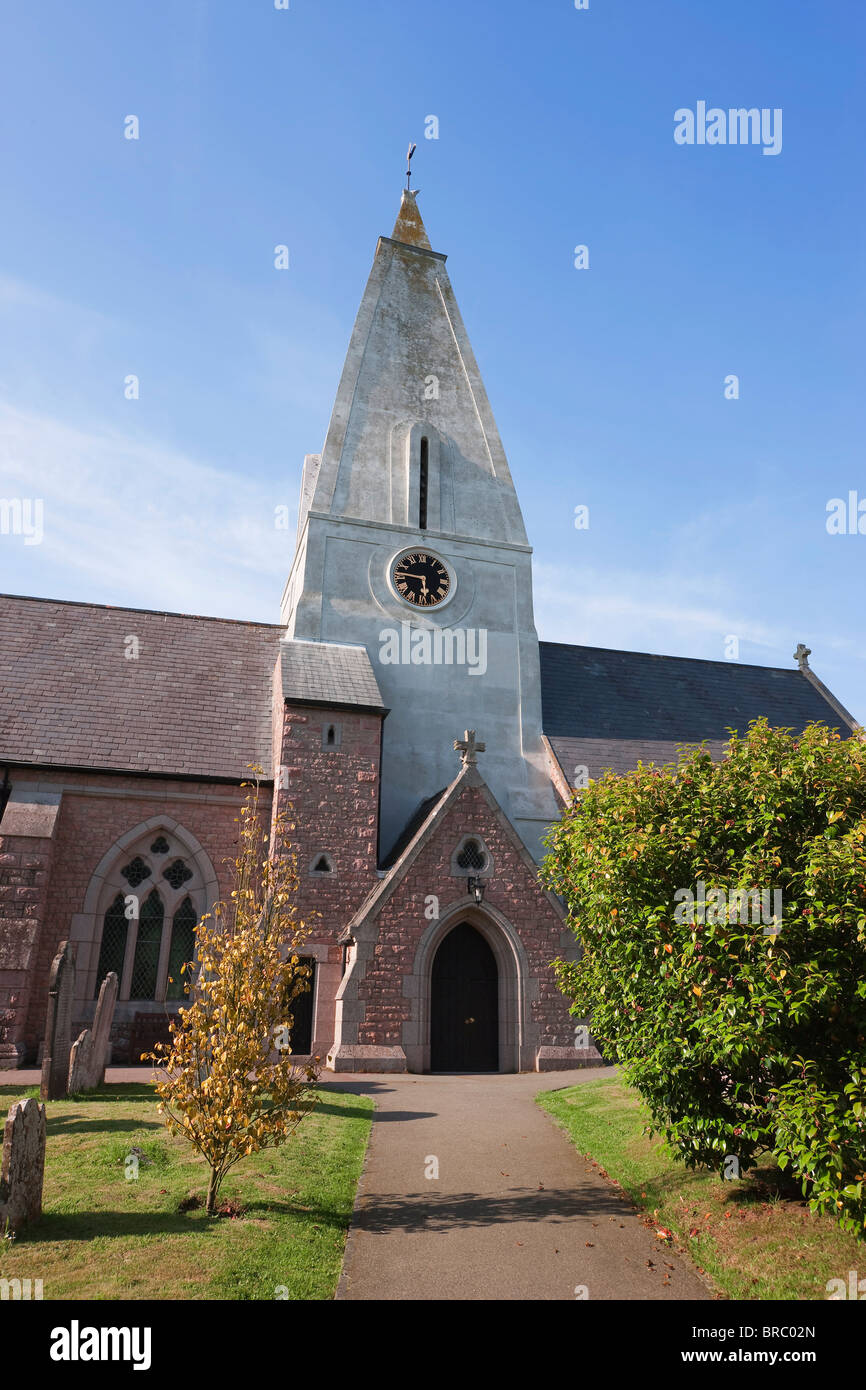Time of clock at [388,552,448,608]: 5:46
